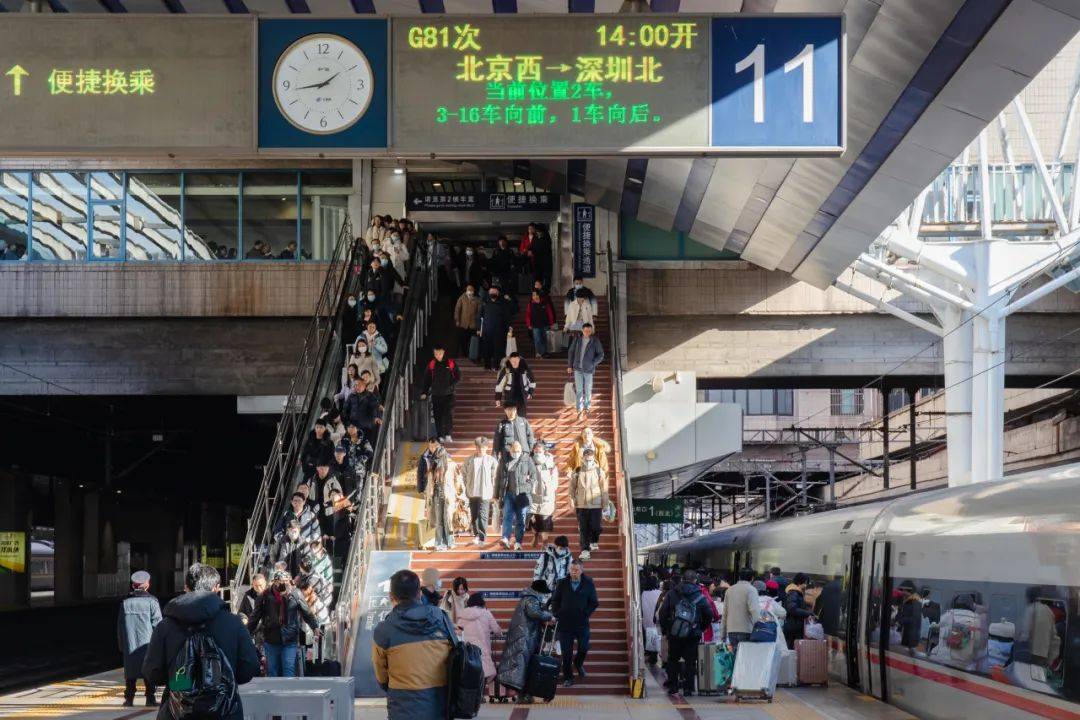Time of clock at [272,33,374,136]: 1:43
